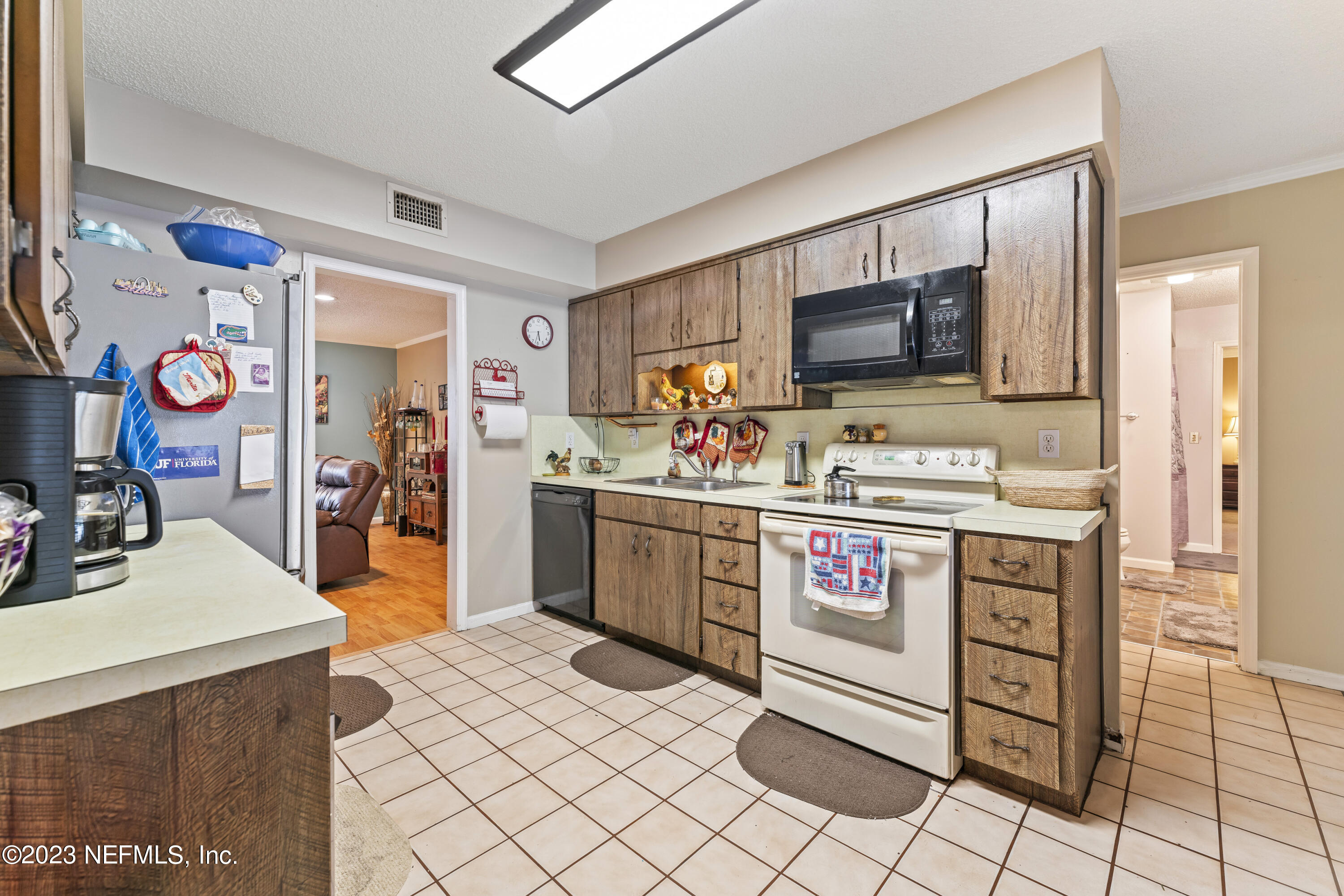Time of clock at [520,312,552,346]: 5:32
